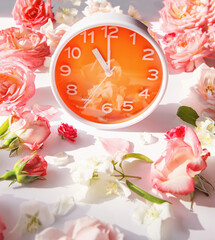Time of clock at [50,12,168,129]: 10:59
